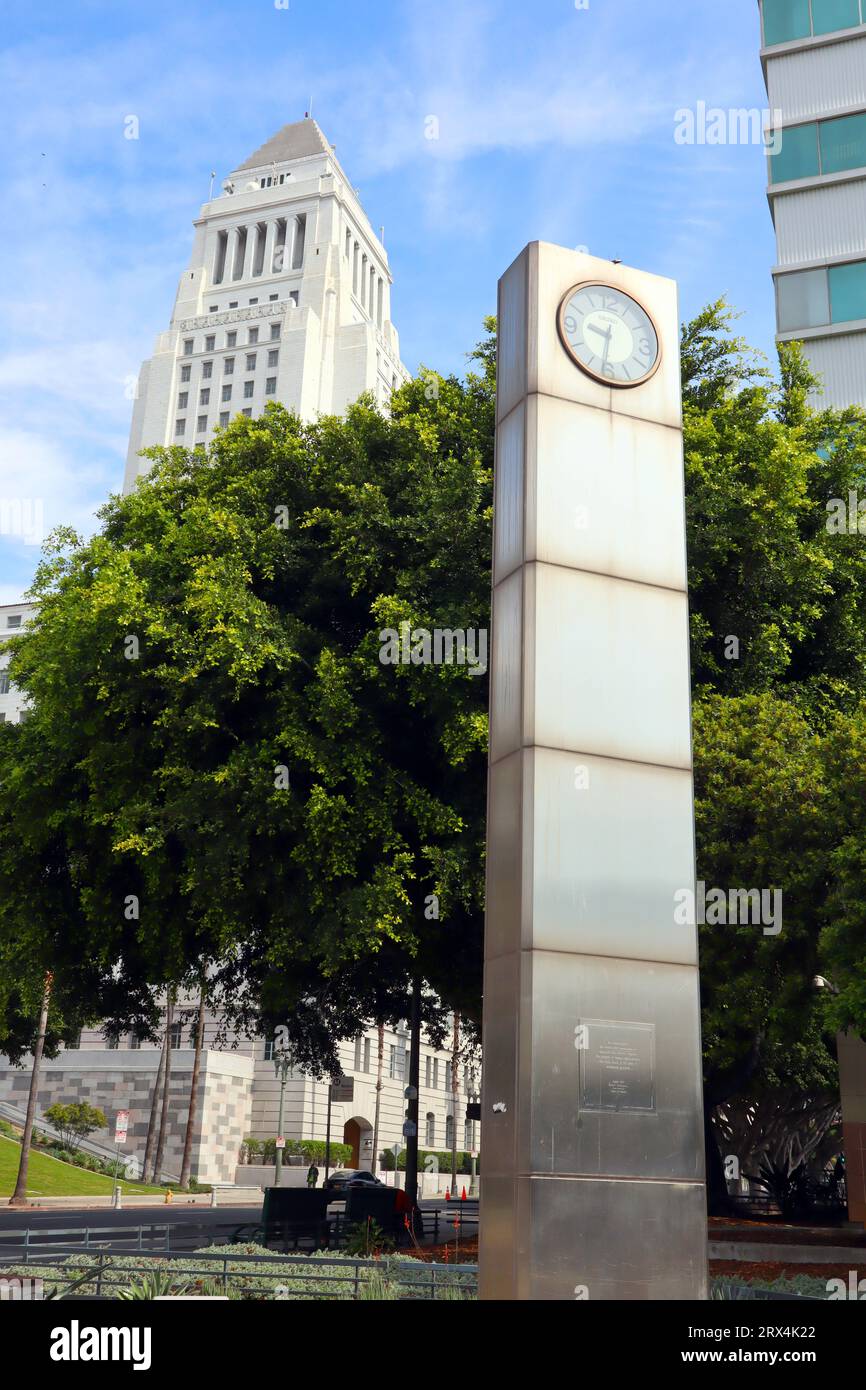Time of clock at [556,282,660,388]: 9:31
